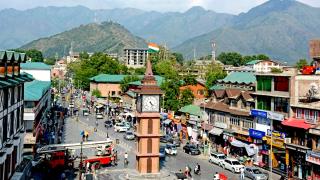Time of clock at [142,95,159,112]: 4:27
